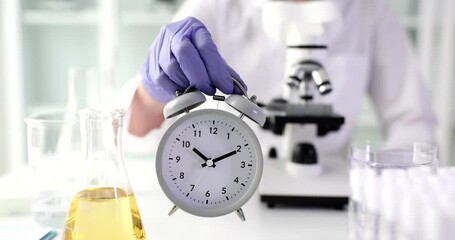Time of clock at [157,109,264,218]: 10:10
